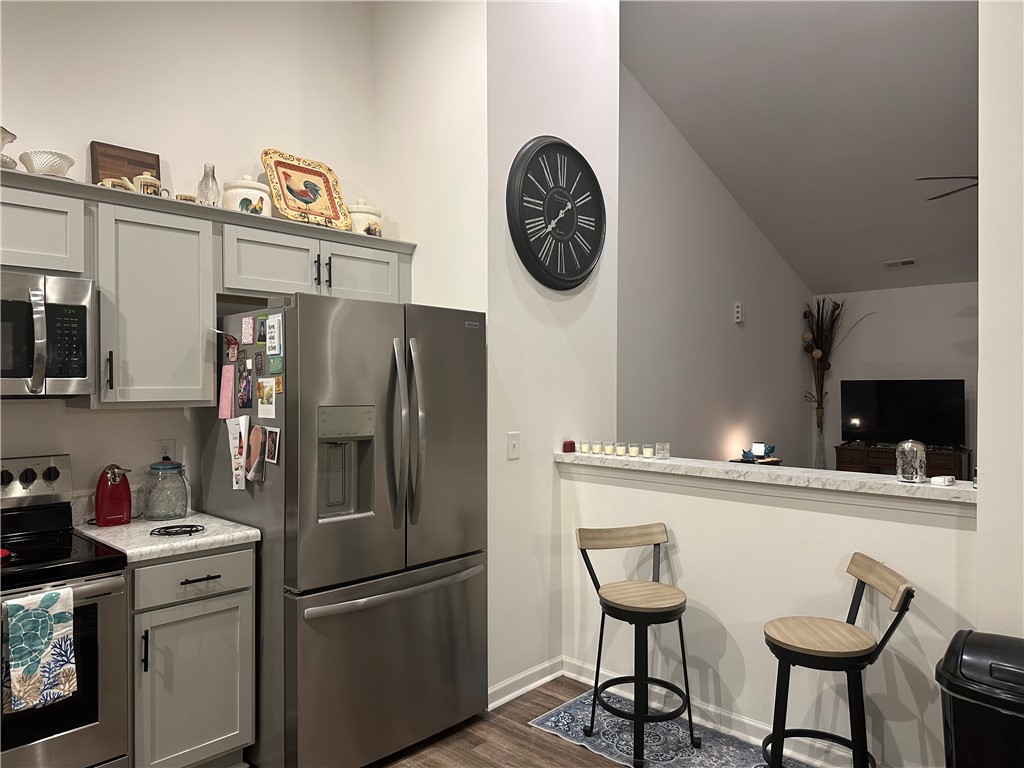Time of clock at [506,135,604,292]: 1:37
